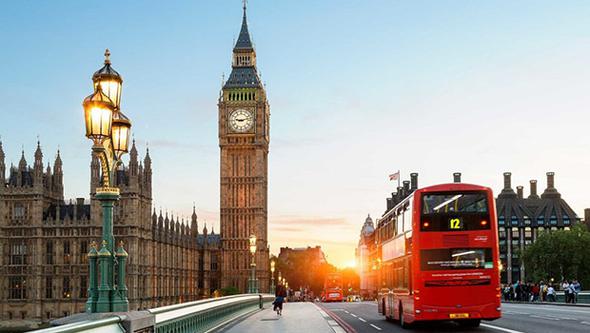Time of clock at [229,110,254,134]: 9:12
